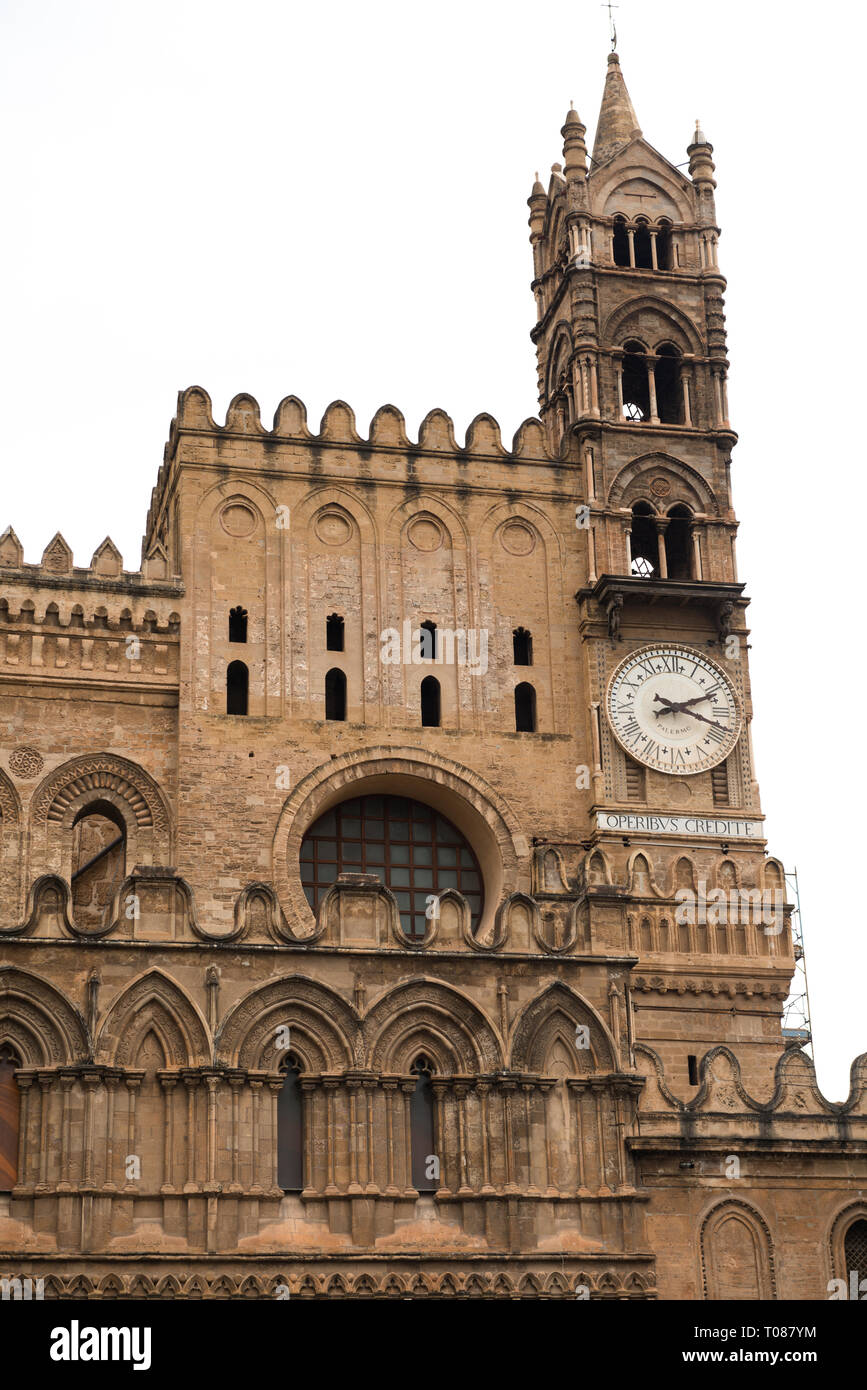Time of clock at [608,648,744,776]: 2:18
